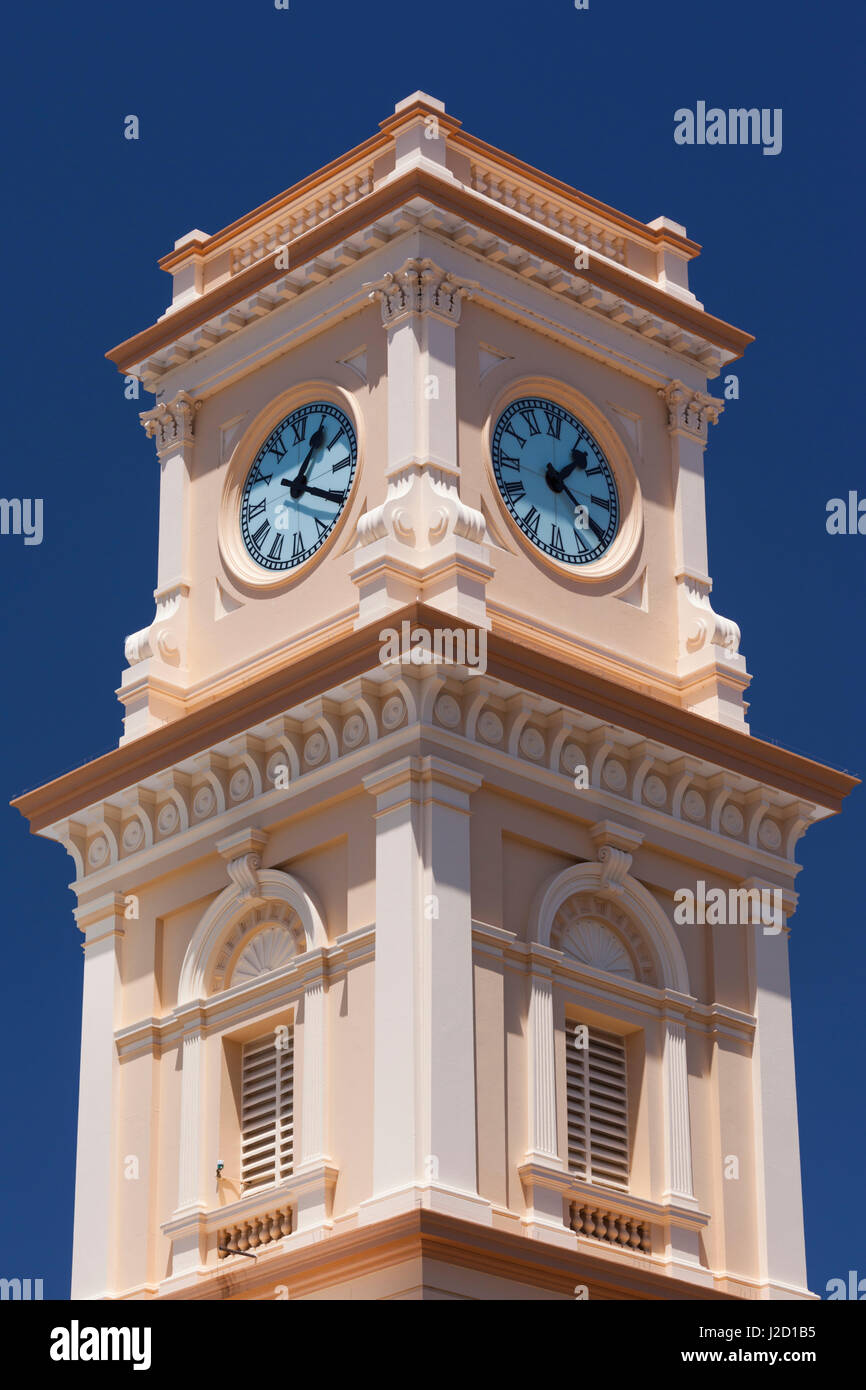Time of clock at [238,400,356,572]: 1:20
